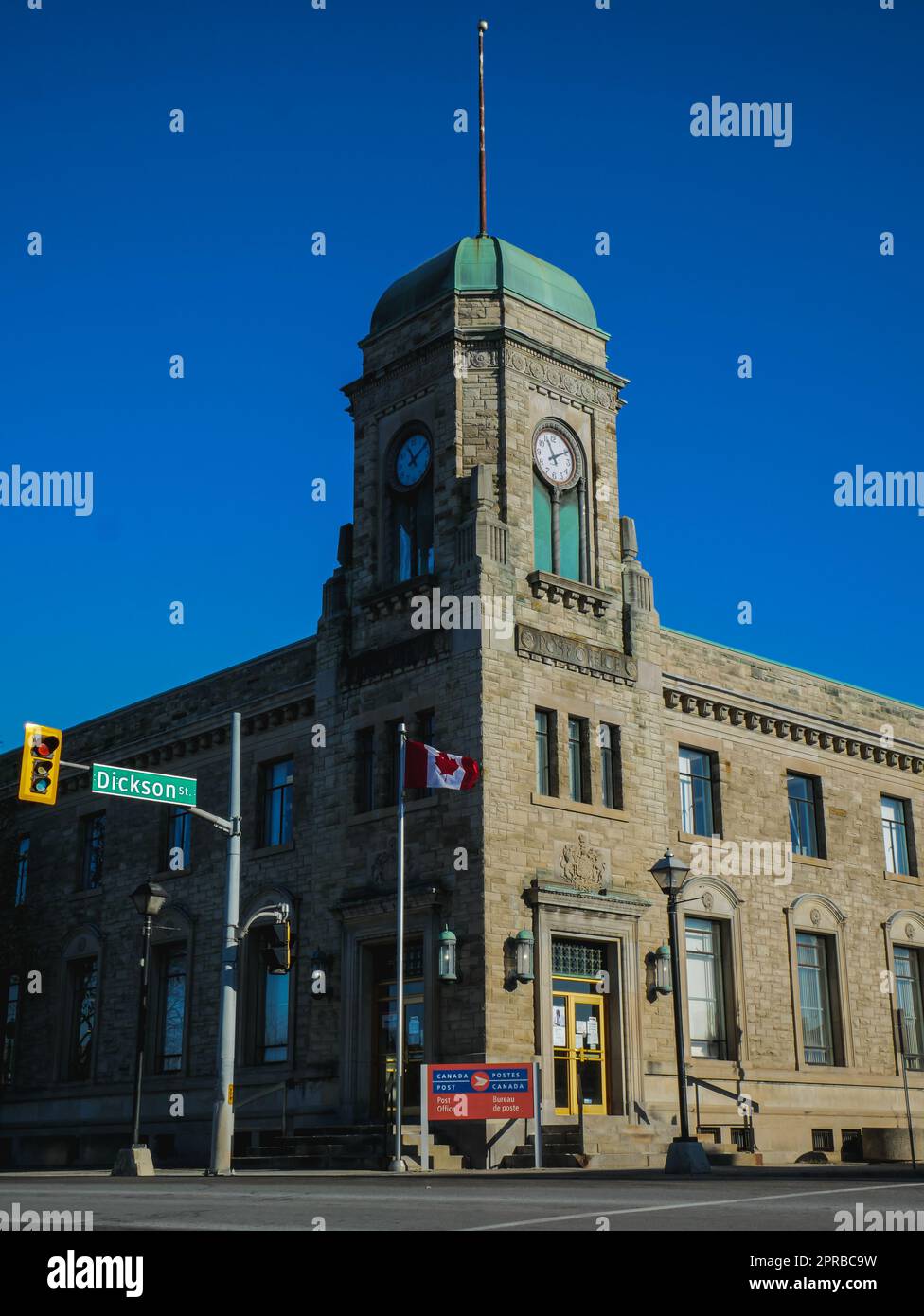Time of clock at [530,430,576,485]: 11:10
